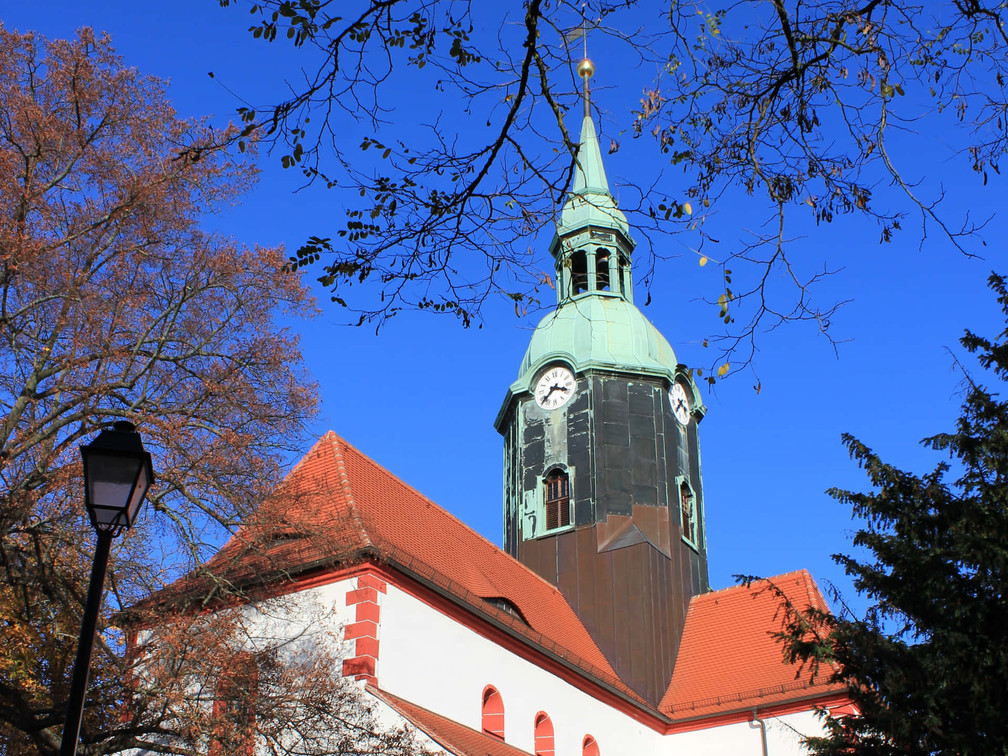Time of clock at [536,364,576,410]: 3:37
